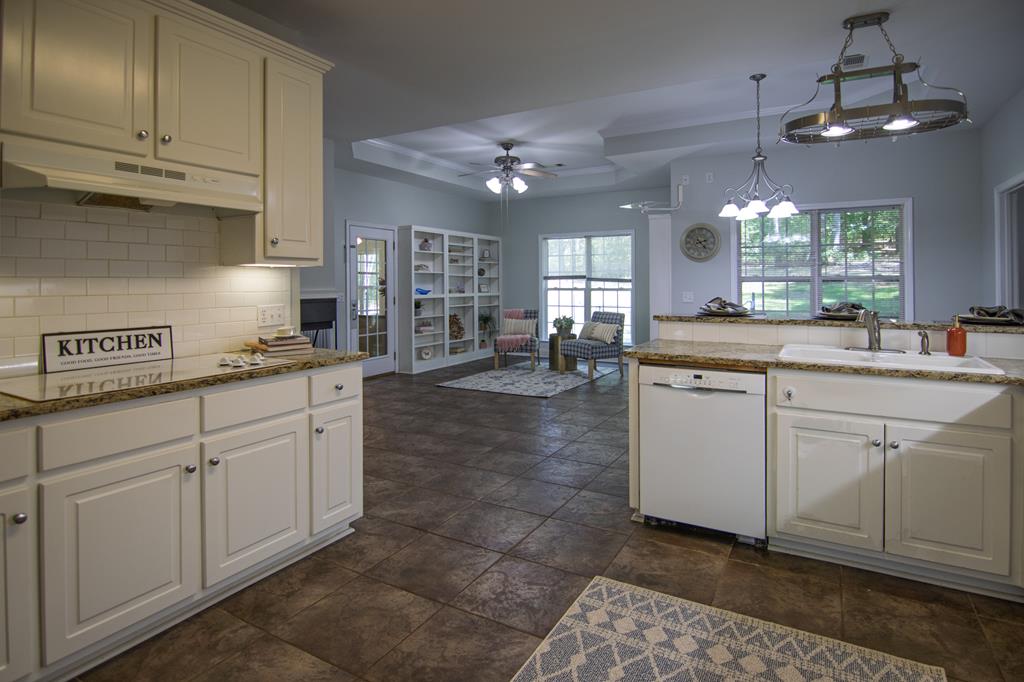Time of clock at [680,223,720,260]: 2:22
